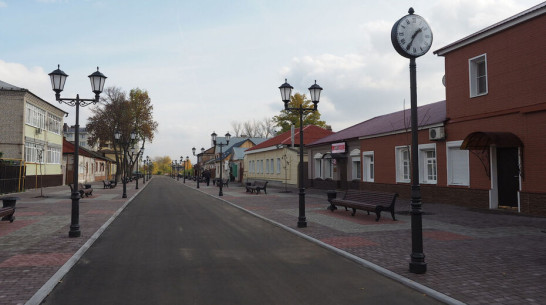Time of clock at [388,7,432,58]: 1:34
